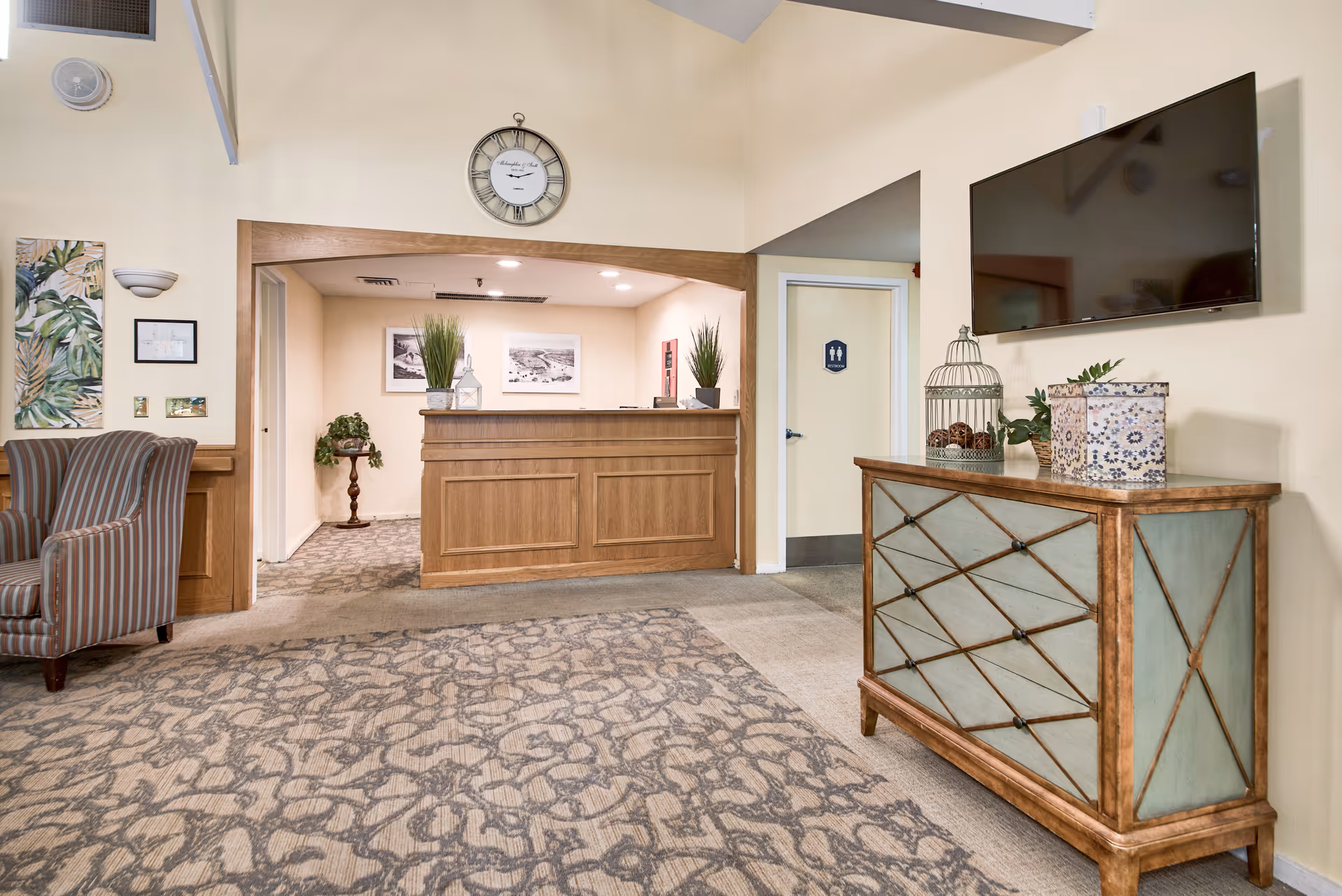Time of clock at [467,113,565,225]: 9:11
